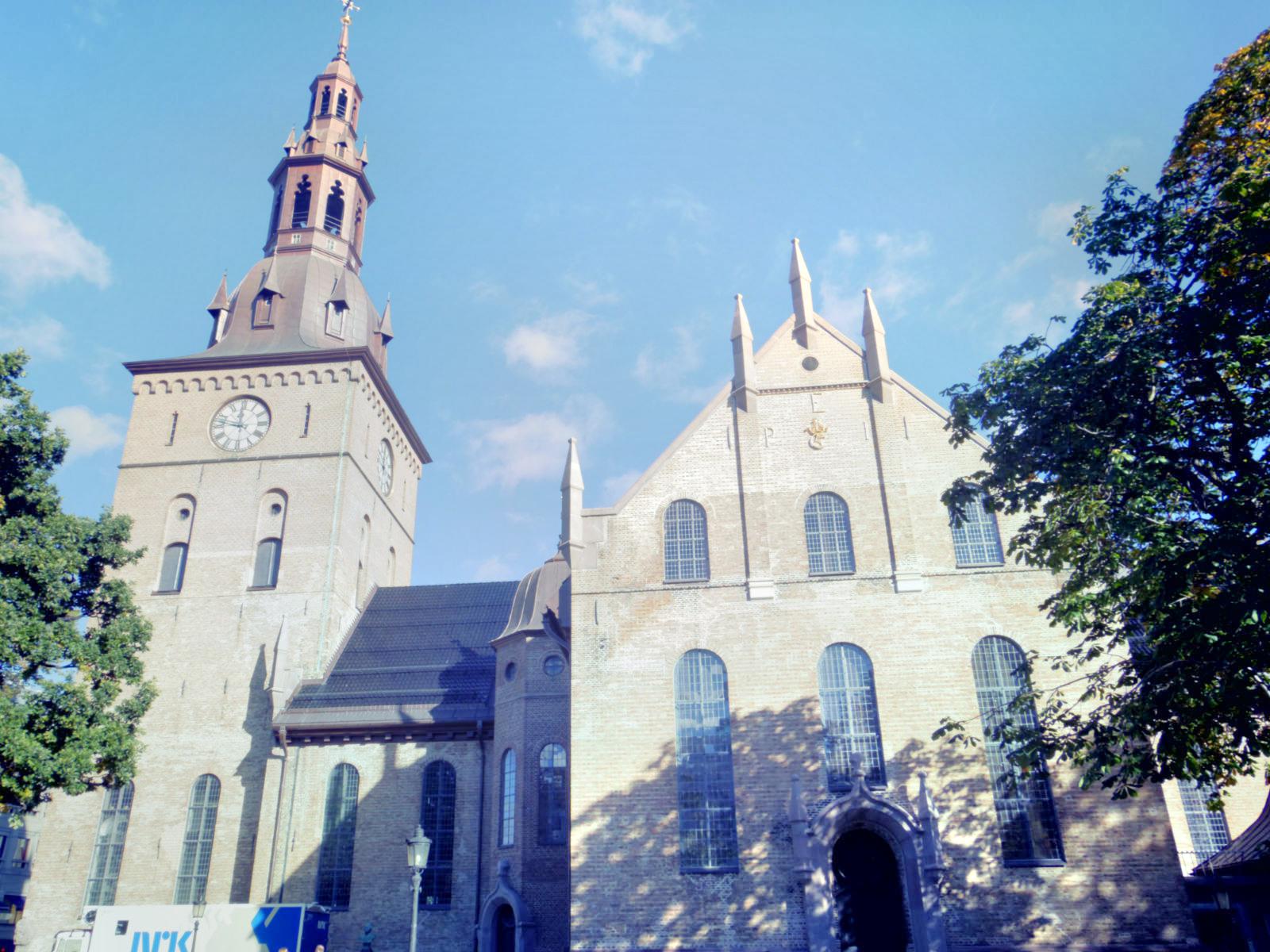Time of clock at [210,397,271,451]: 11:47
